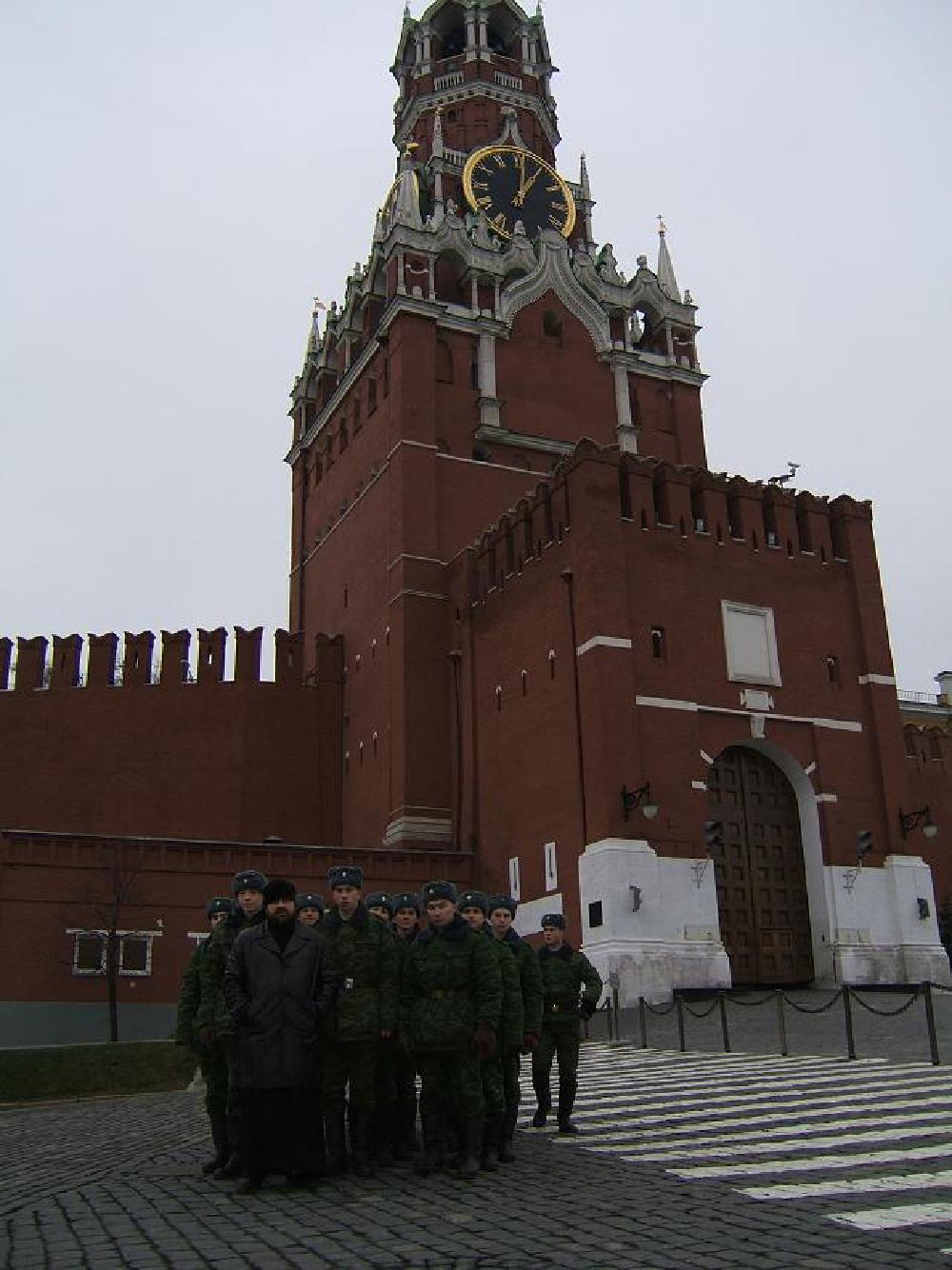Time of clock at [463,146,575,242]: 1:01
